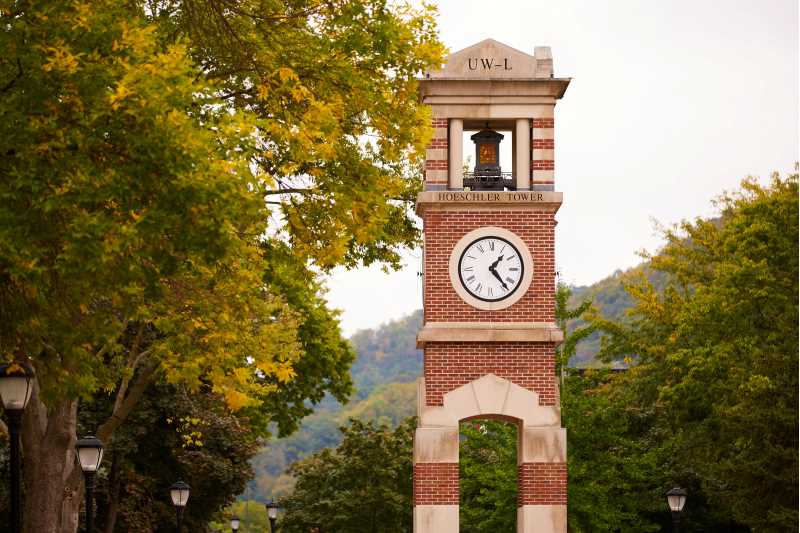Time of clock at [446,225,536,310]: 1:23
